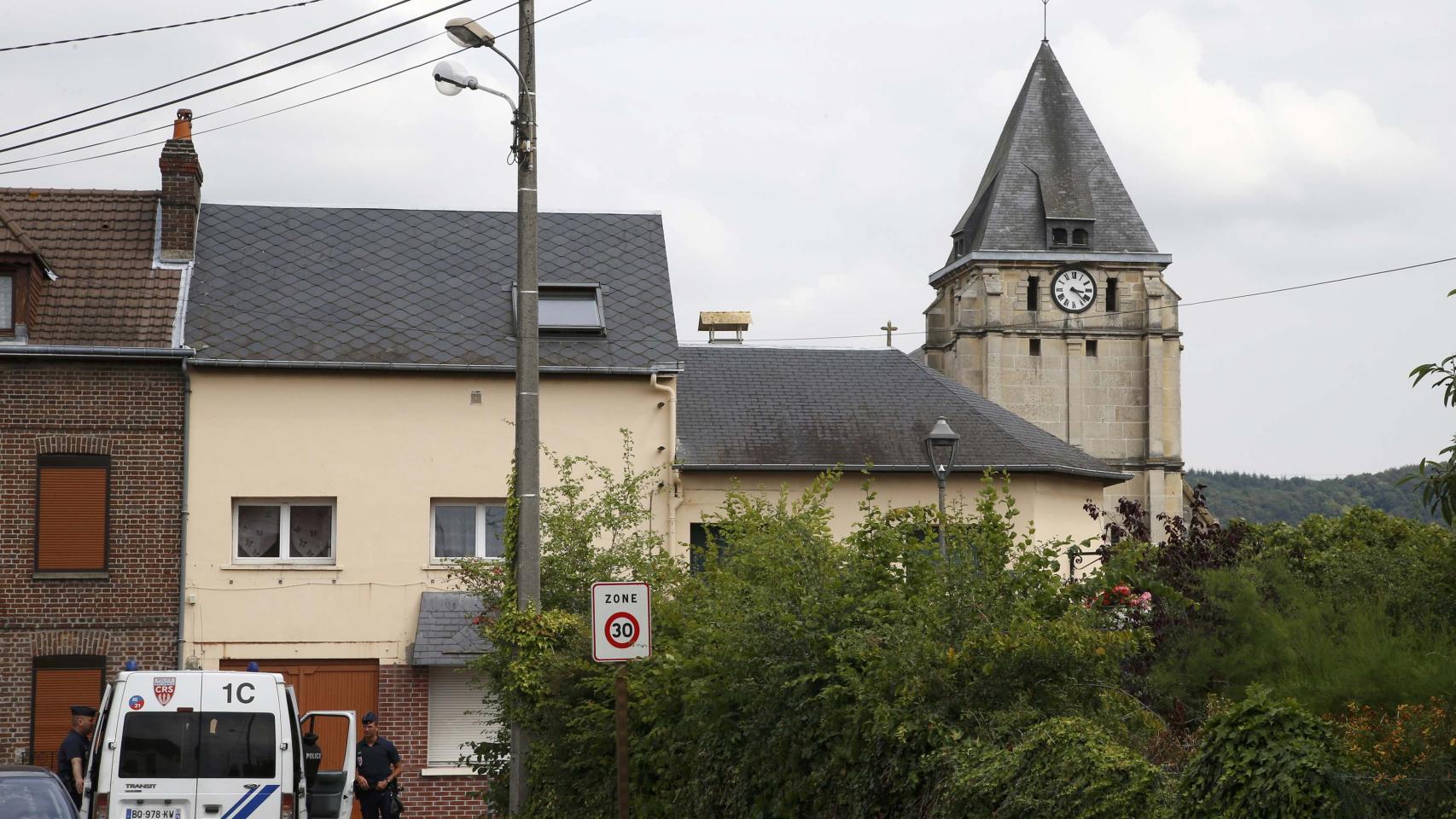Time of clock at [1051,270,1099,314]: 3:22
